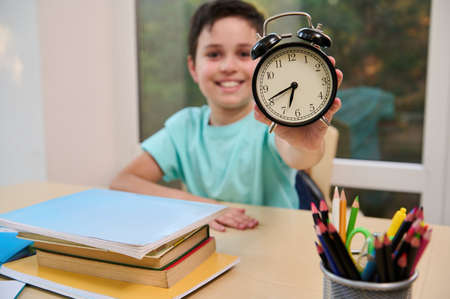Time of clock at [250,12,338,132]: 6:41
